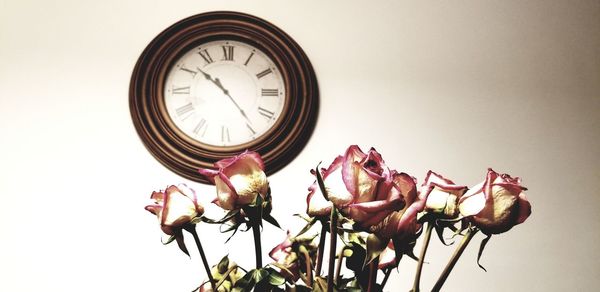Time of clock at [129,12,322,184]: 10:23
